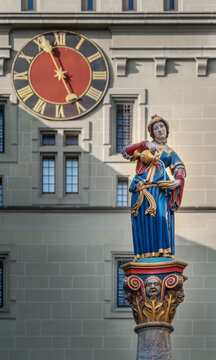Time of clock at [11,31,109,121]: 4:57
